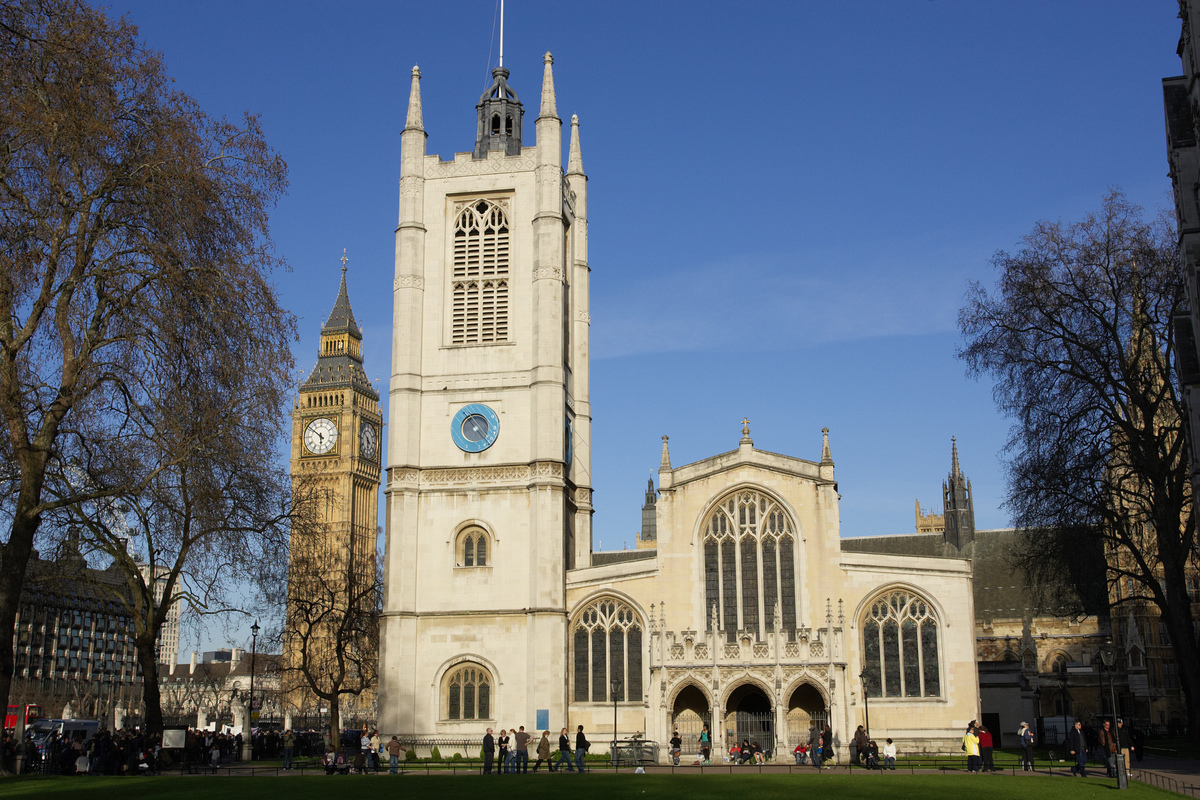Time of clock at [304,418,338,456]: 5:51
